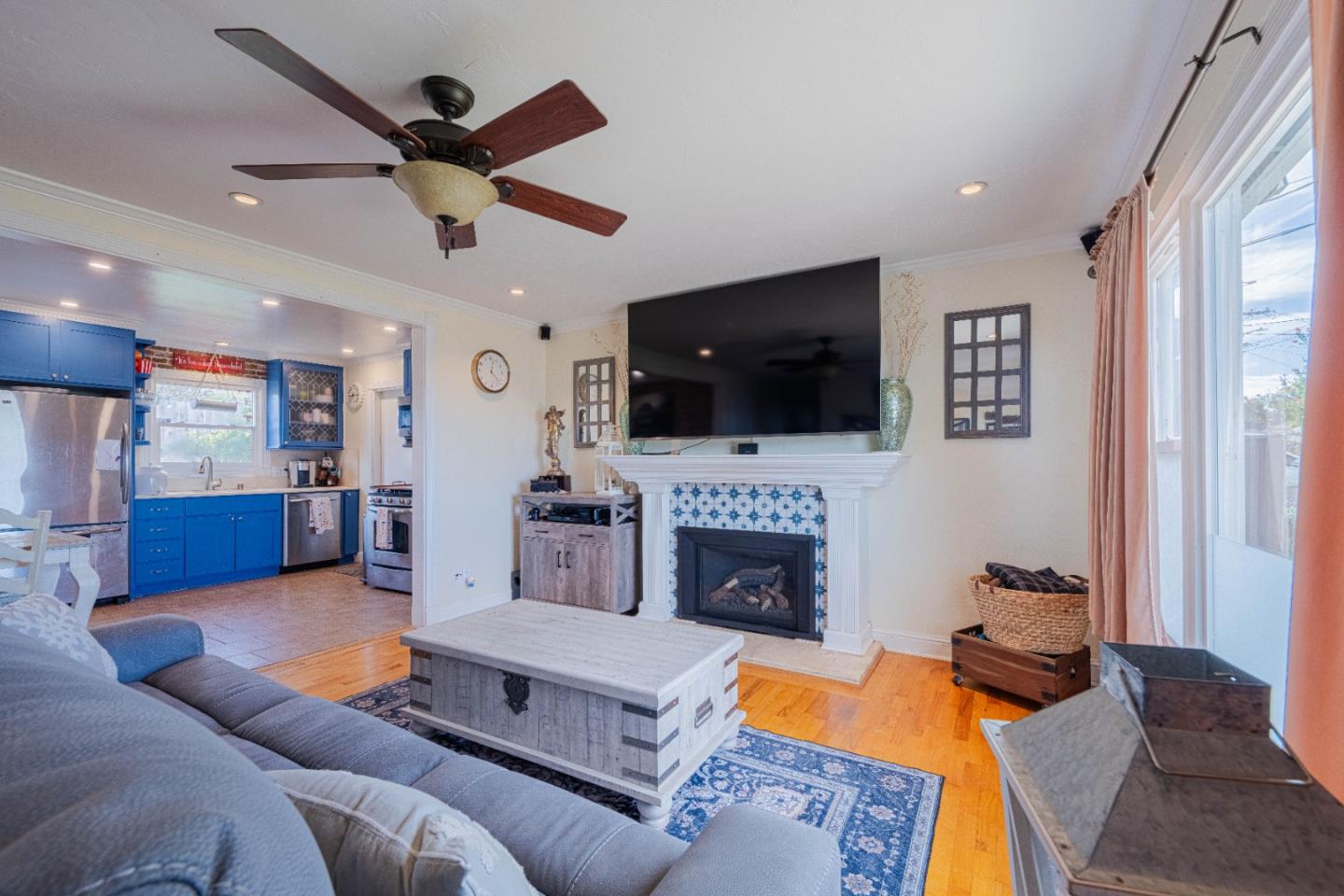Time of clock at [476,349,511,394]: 12:22
